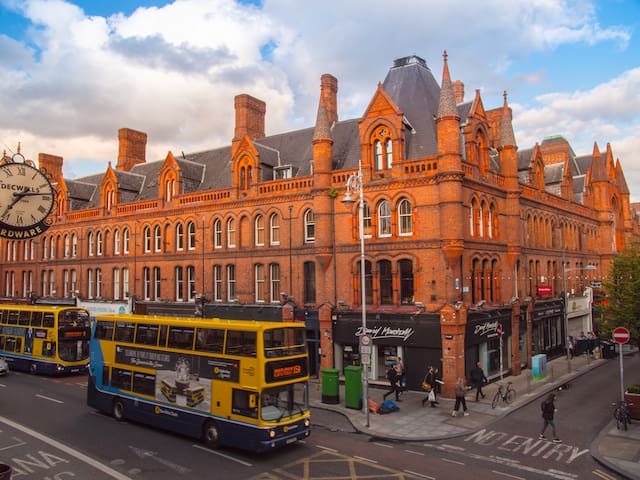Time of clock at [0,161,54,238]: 7:13
